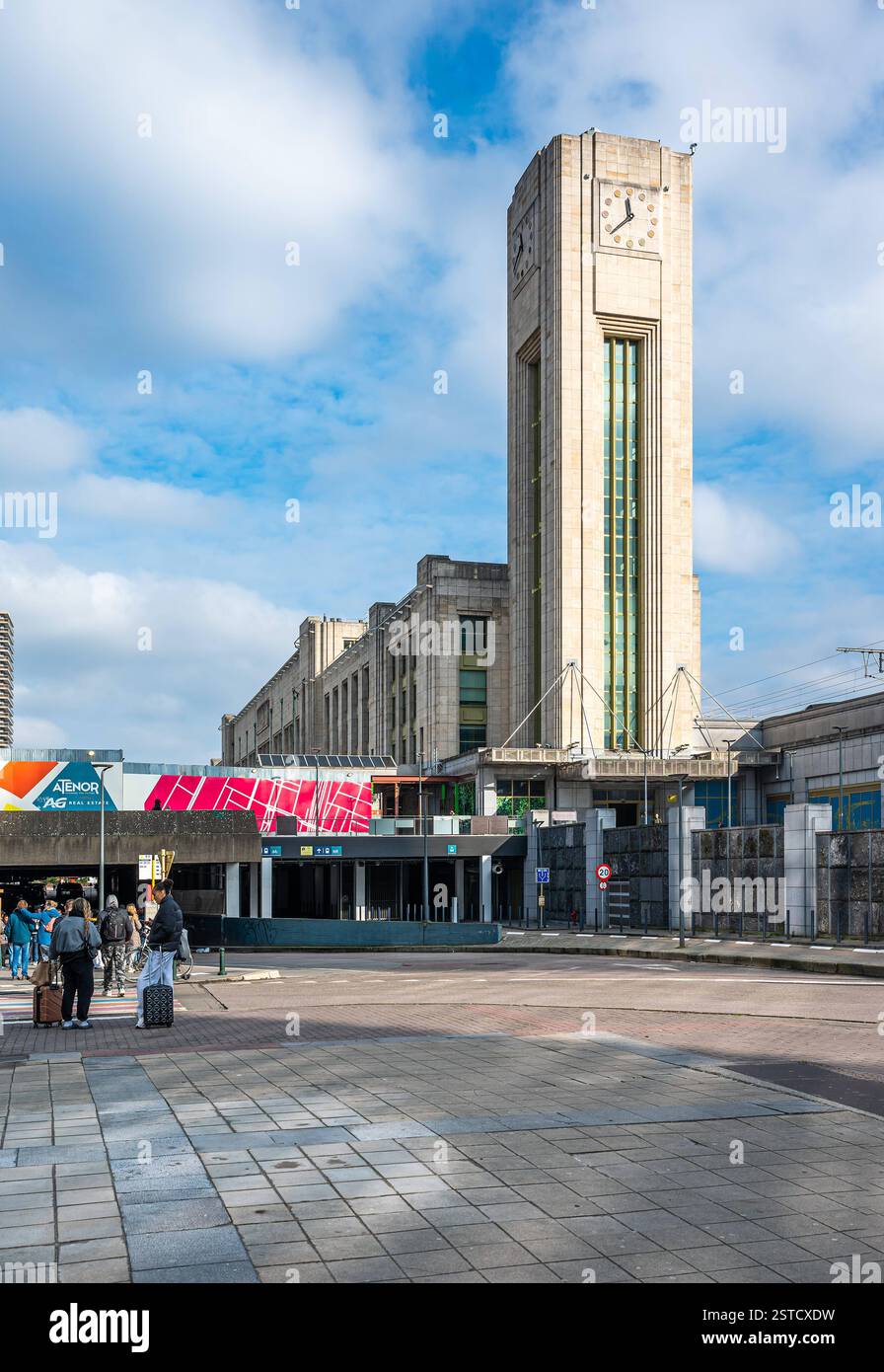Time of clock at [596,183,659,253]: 11:38
